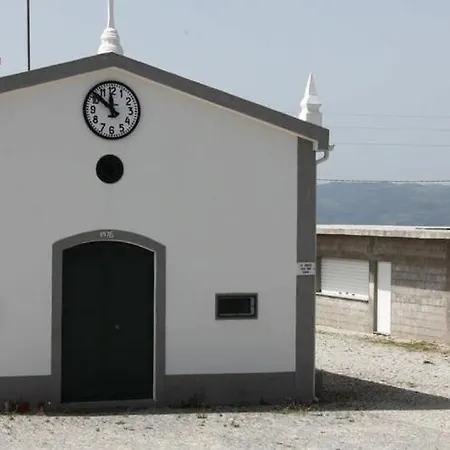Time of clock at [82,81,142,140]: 11:51
